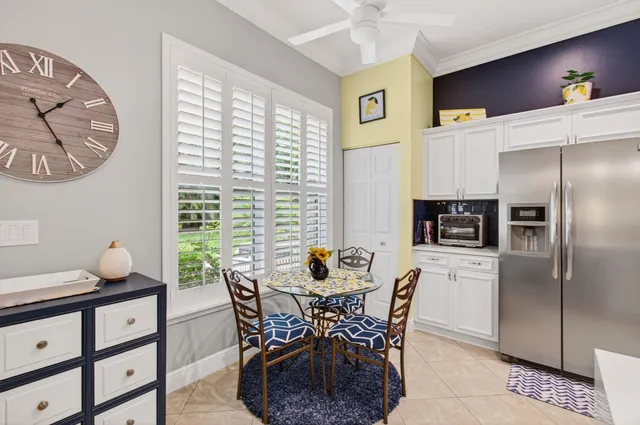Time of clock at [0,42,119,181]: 1:24
